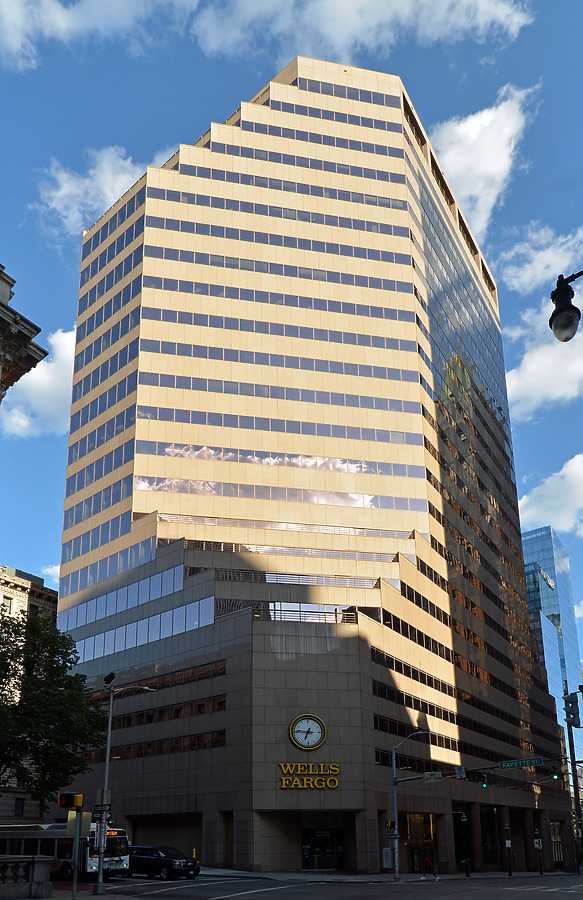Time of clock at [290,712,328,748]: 6:46
